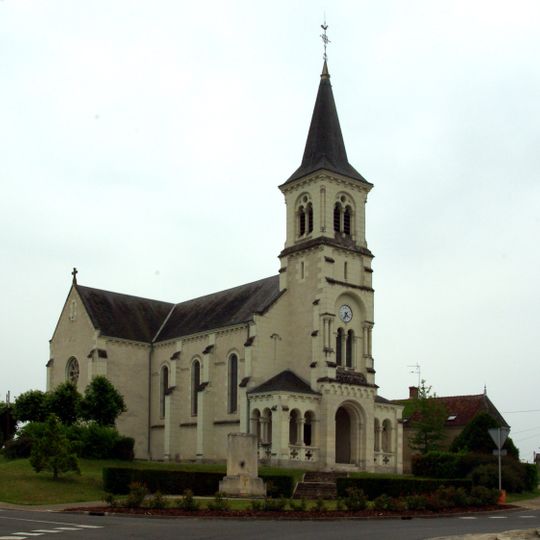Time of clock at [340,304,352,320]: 4:34
